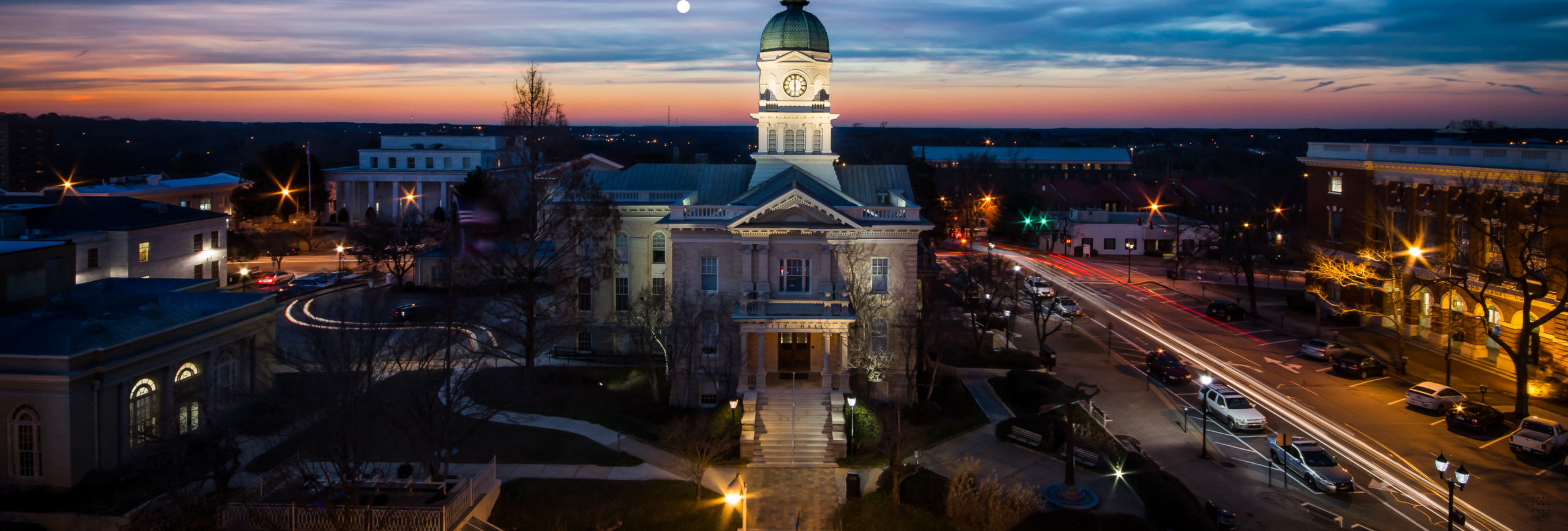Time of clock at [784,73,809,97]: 5:59
